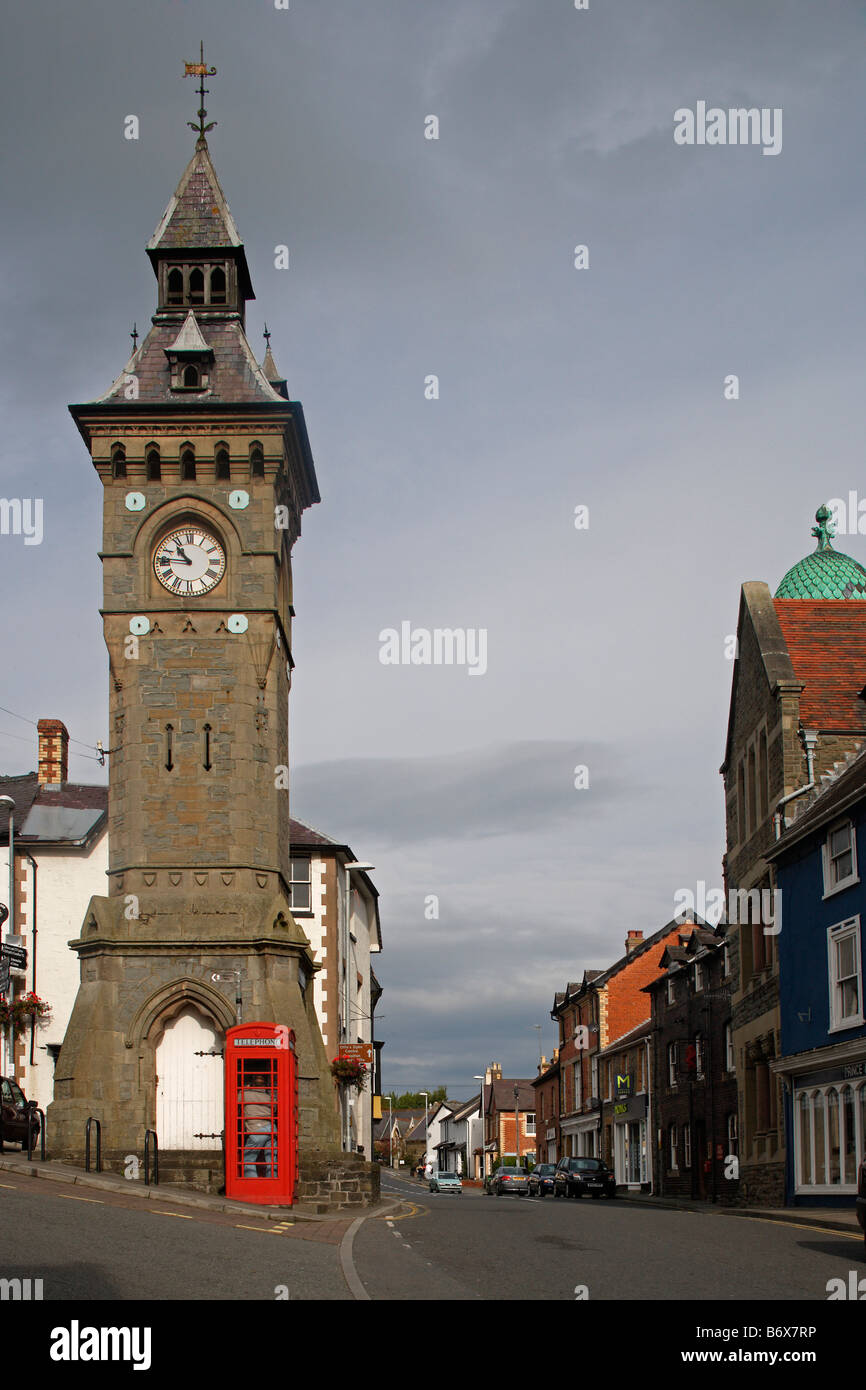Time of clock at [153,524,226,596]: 10:45
